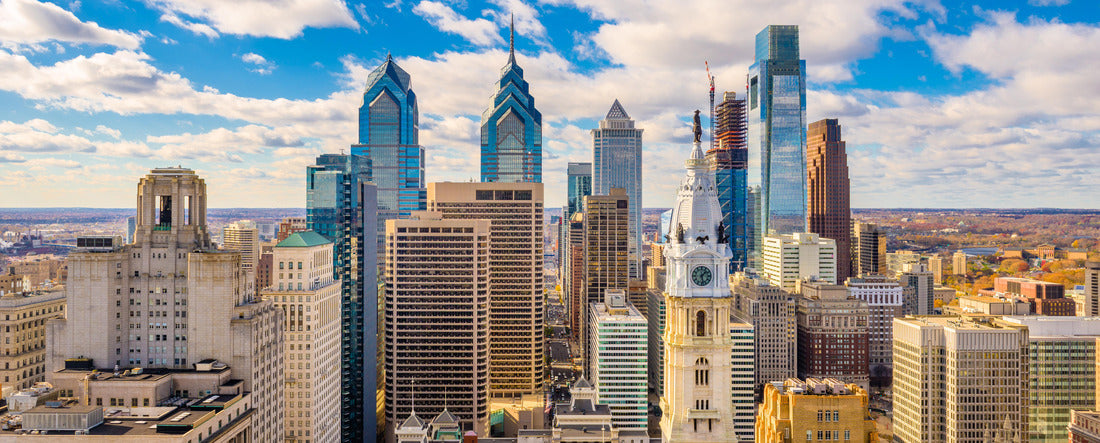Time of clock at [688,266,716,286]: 1:28
